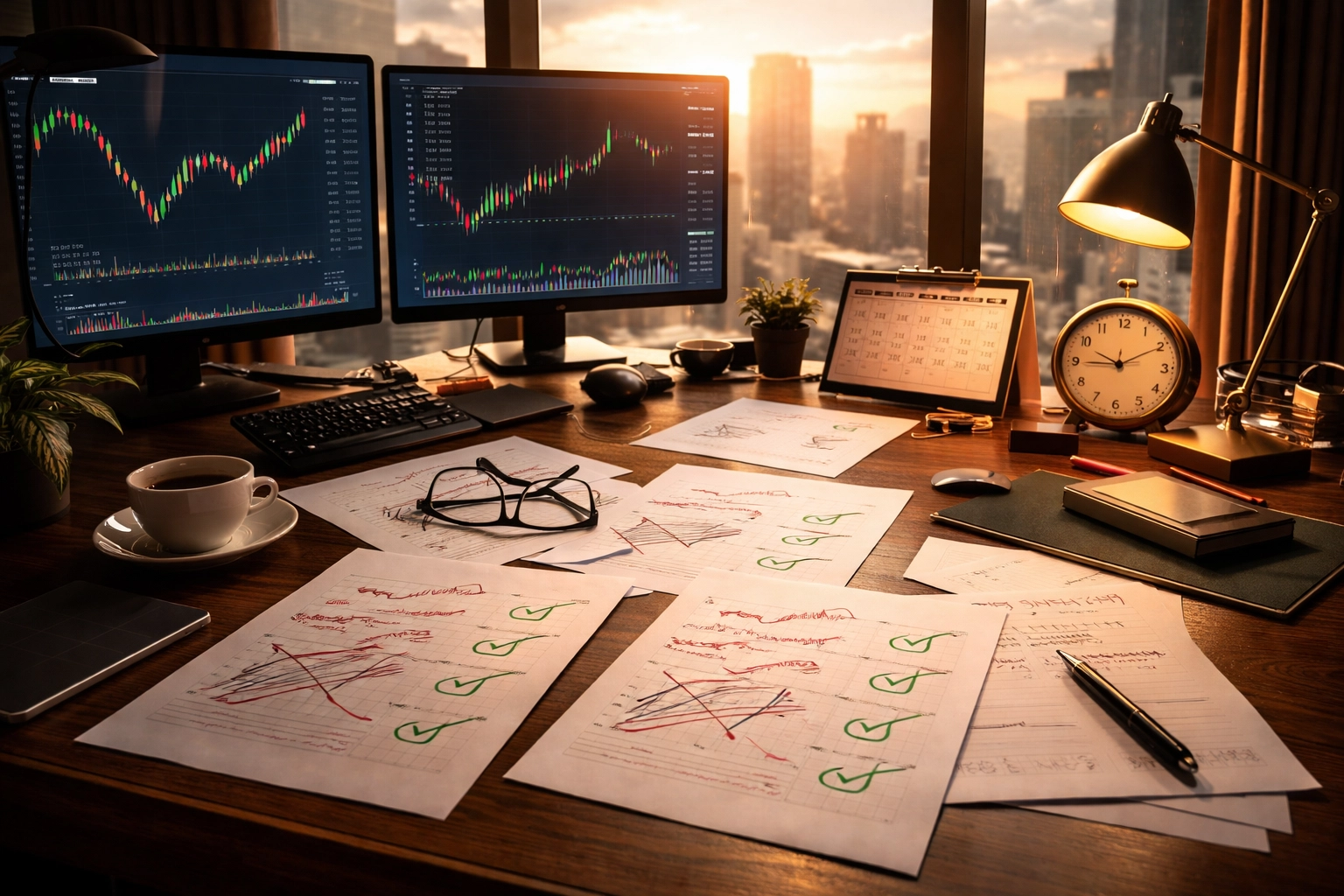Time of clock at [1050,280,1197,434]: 9:44
